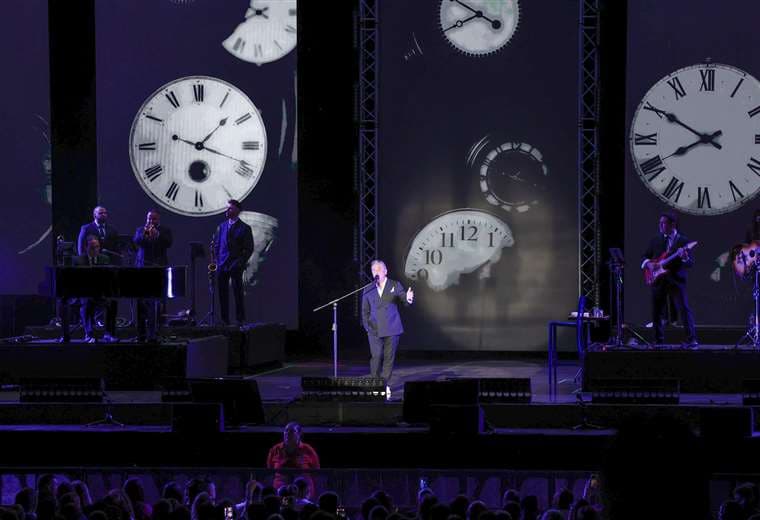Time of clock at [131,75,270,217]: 1:18
